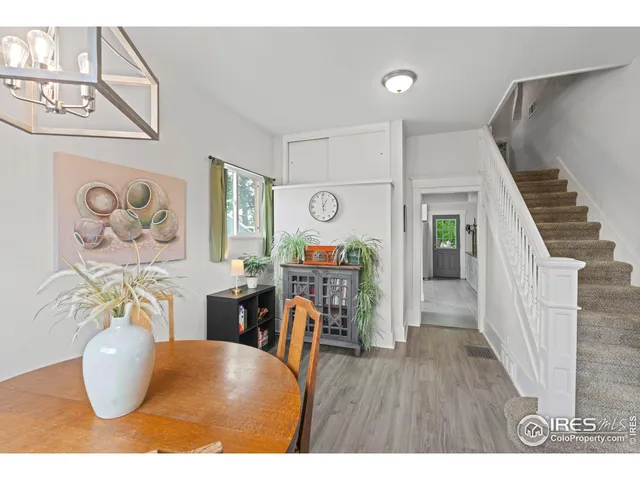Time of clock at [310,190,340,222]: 12:59
